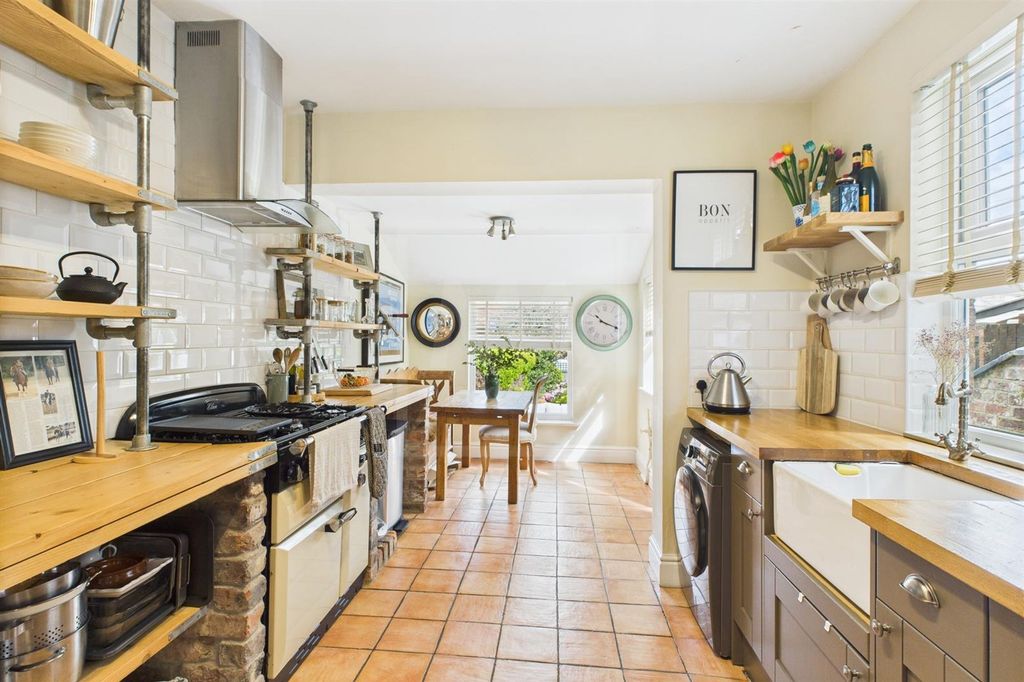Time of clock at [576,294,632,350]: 10:18
